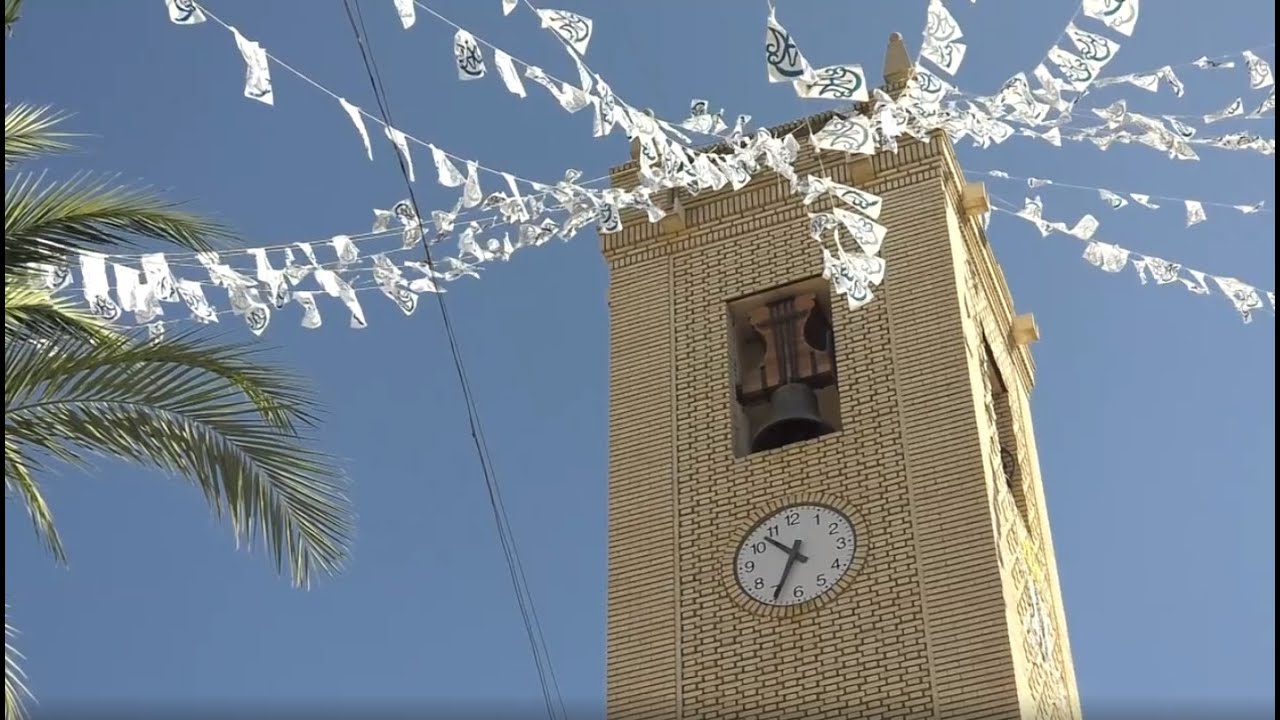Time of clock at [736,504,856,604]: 10:34
